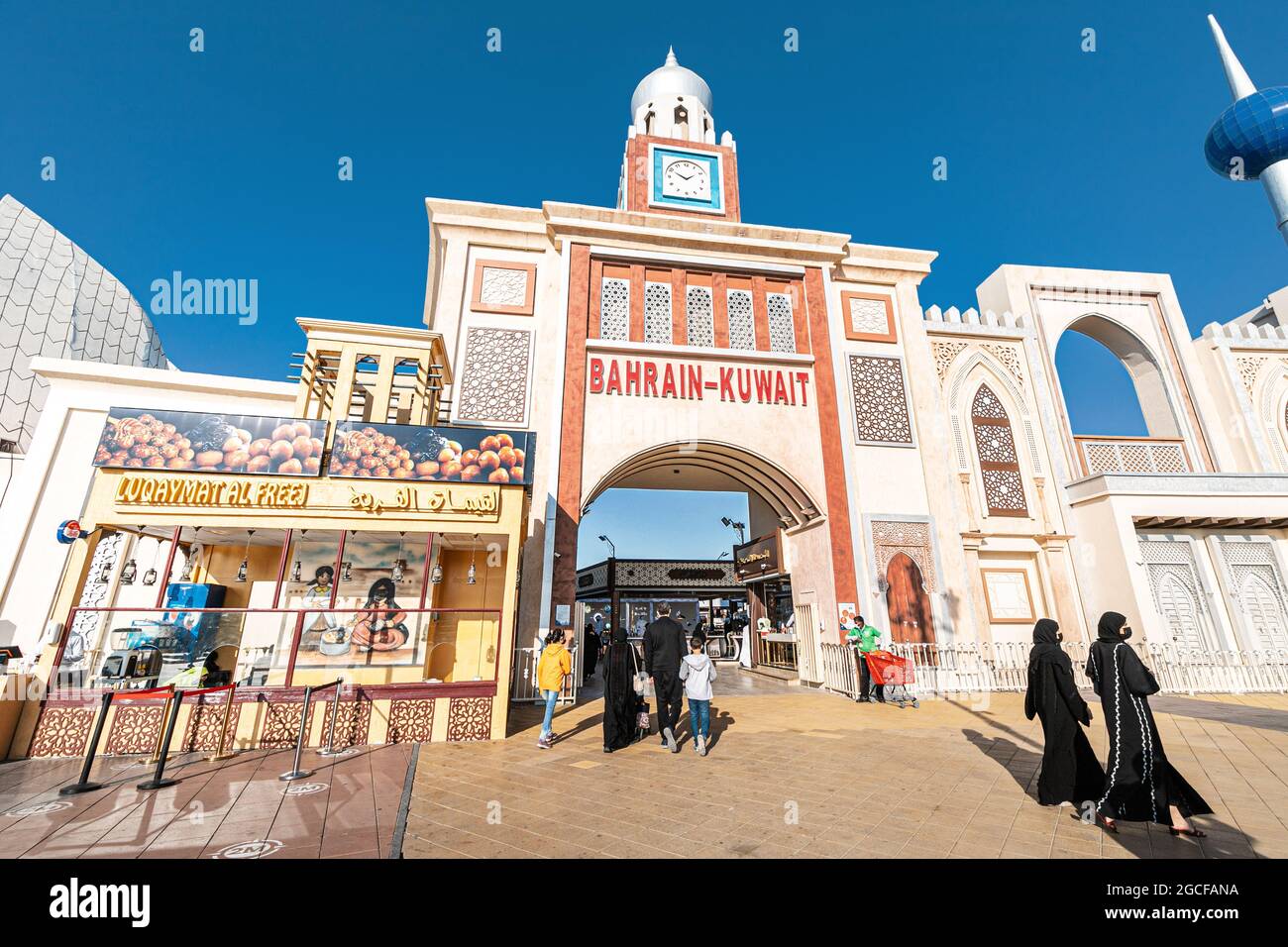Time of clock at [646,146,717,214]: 1:49
